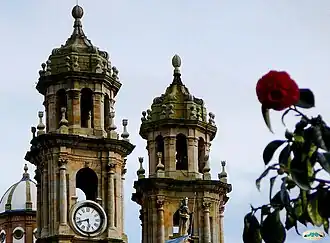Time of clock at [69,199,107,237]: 5:41
